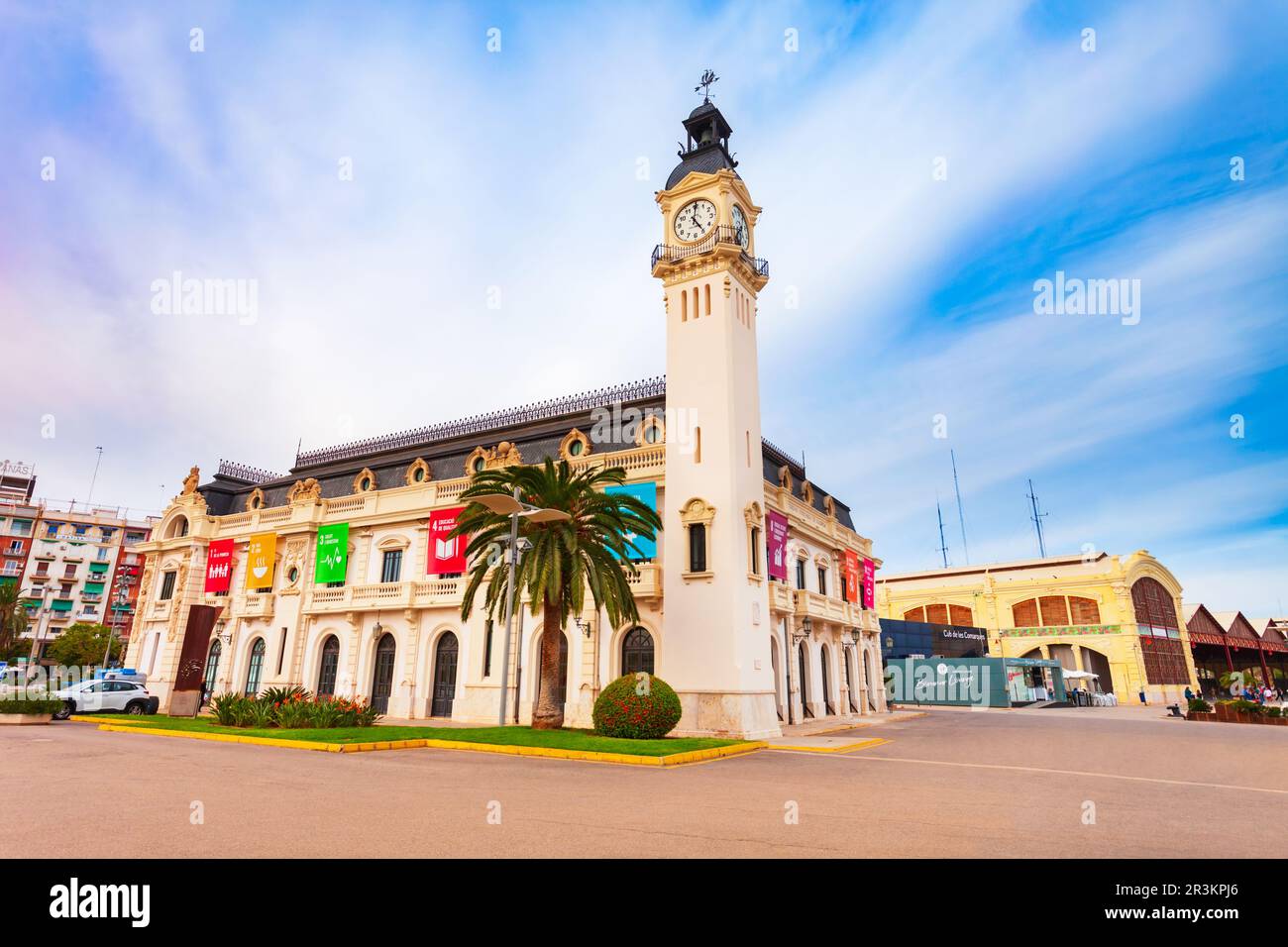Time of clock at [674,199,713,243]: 5:00
